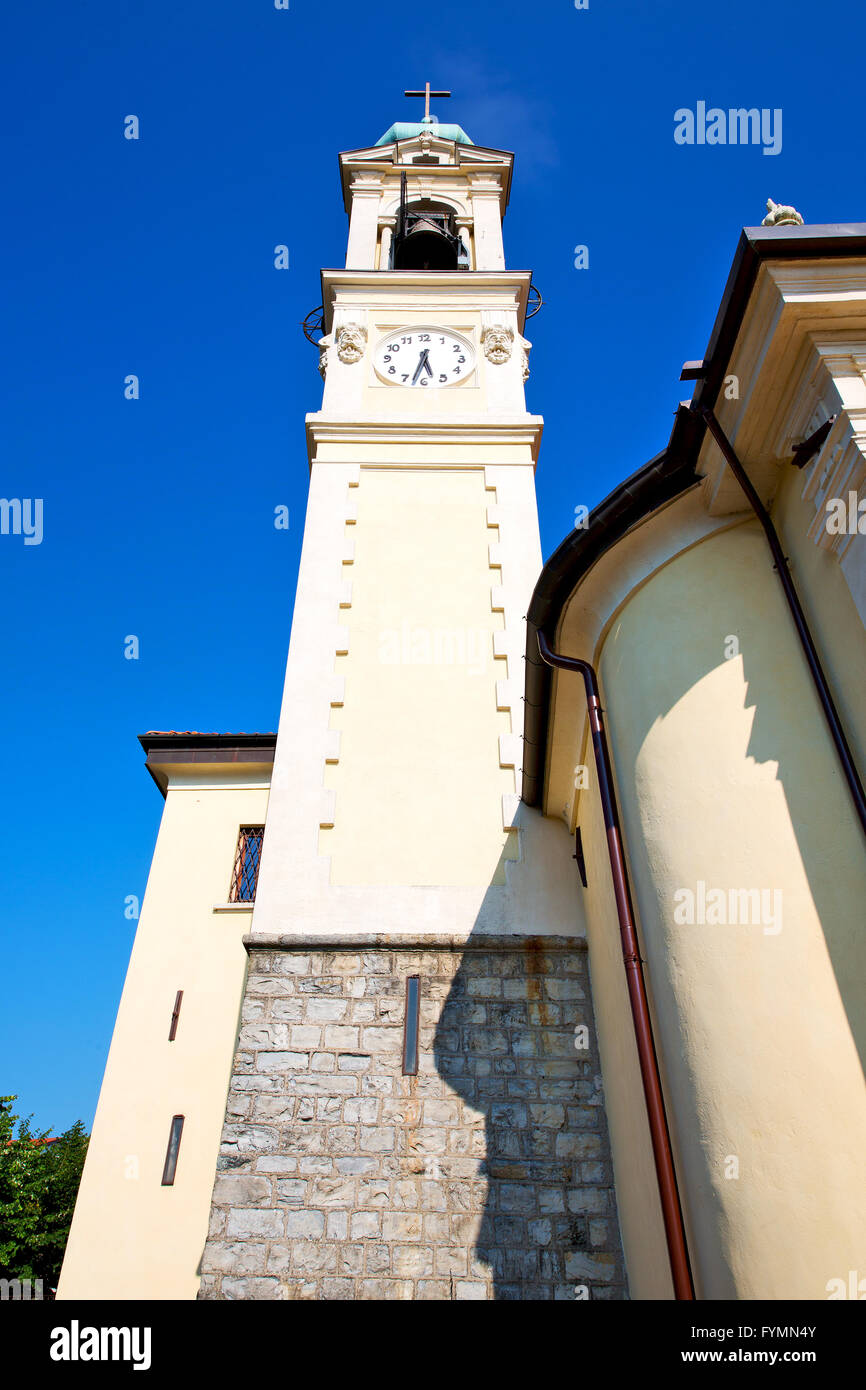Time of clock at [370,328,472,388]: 5:32
